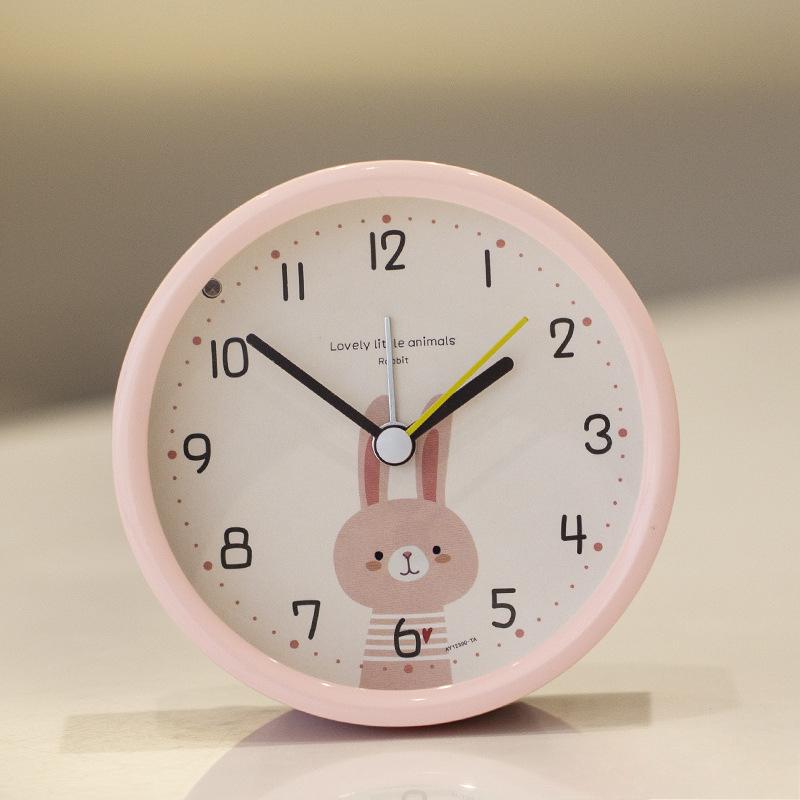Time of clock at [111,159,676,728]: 1:51
